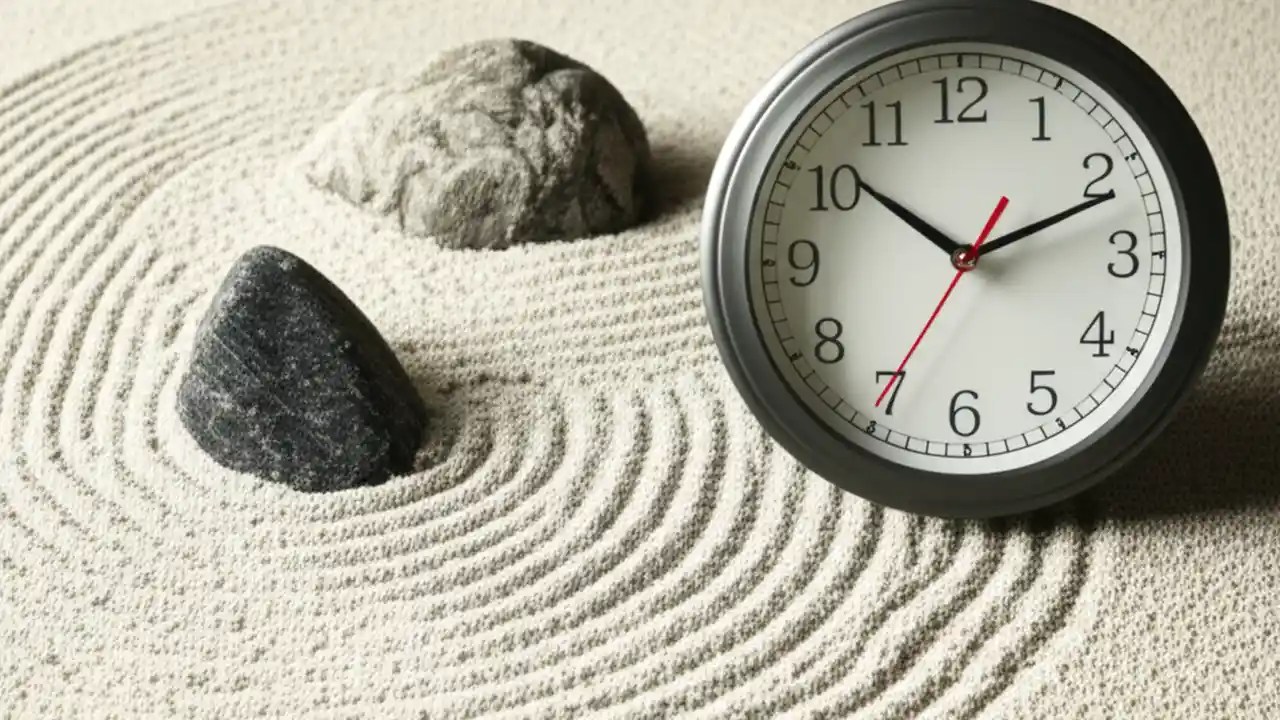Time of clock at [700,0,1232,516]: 10:11
